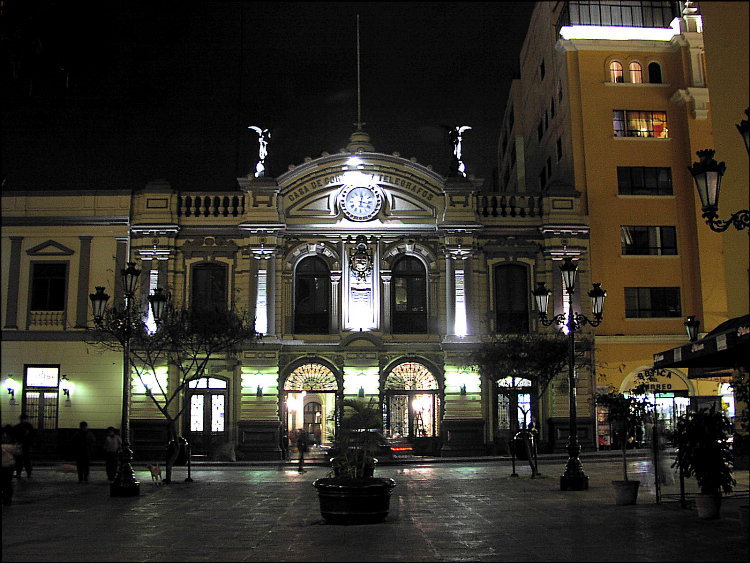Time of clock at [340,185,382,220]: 12:16
